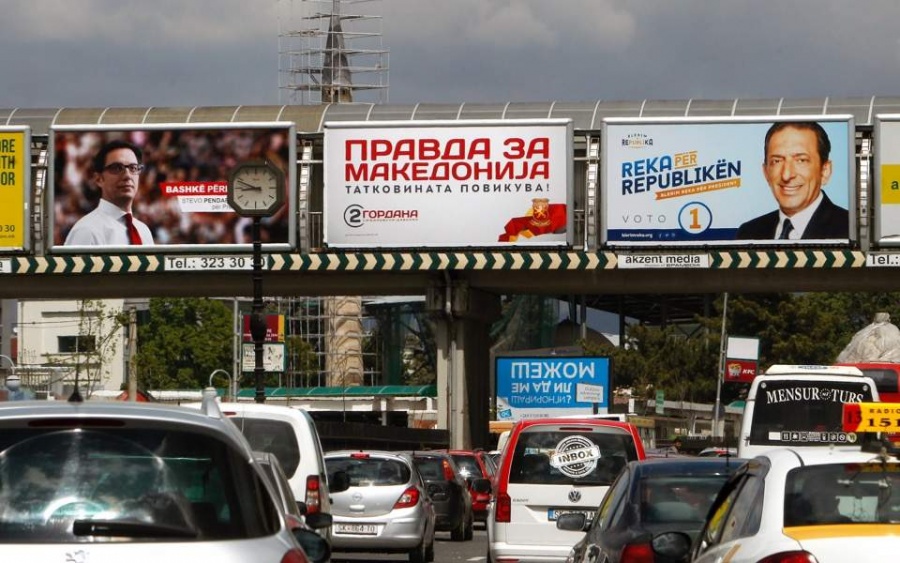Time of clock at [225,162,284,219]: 8:48
